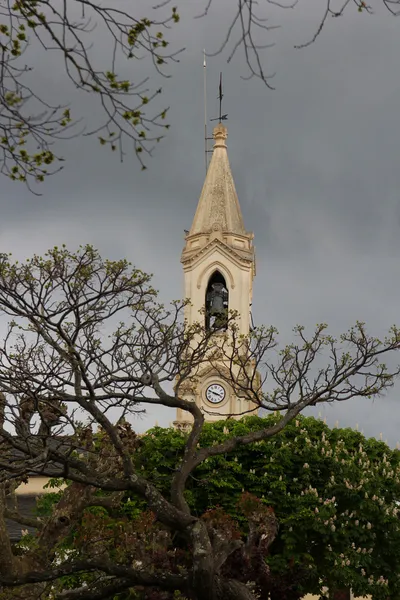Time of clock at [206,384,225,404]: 3:48
